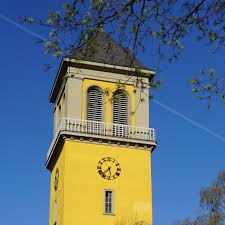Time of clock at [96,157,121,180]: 5:37
